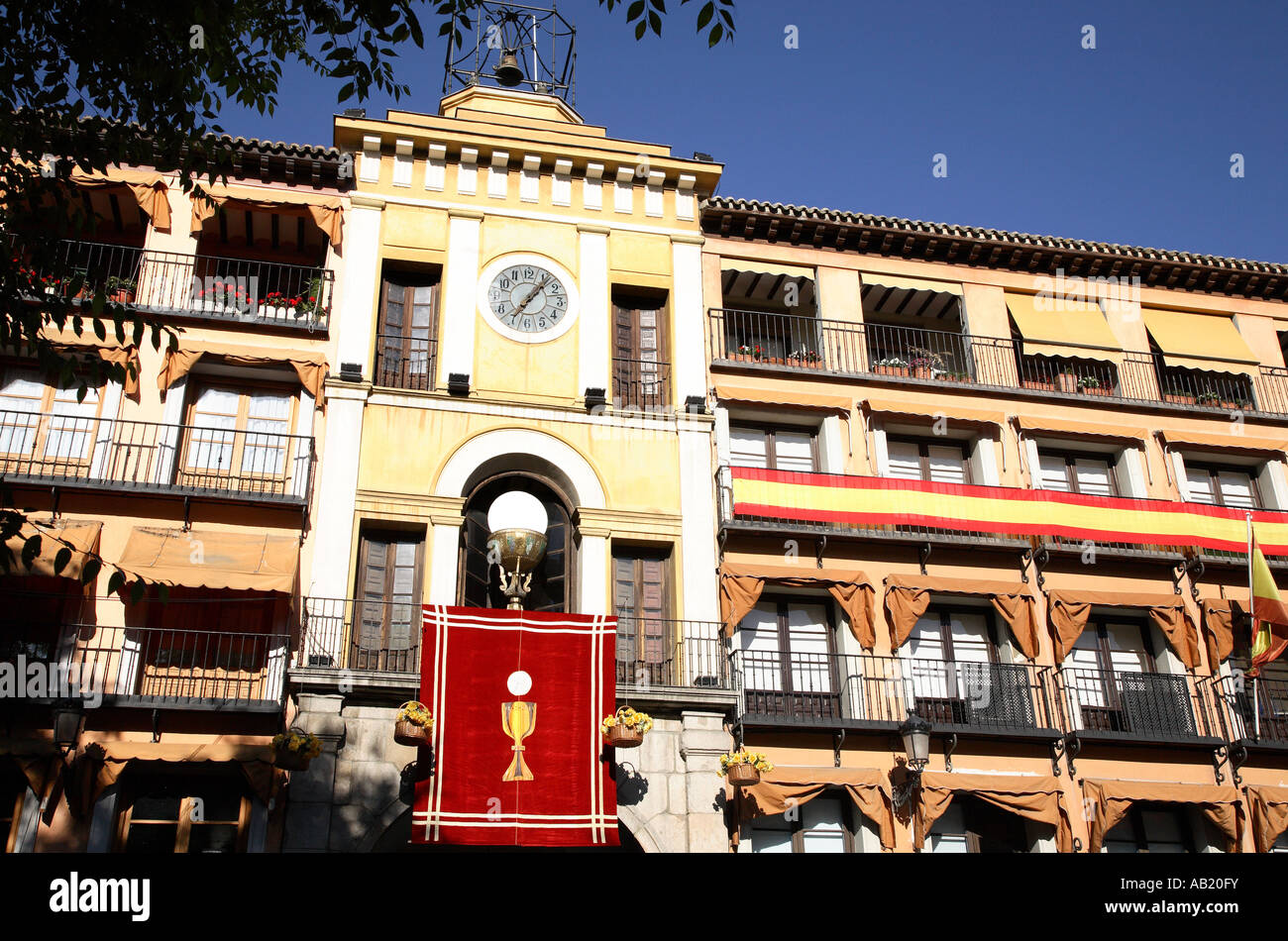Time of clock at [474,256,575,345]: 7:06
